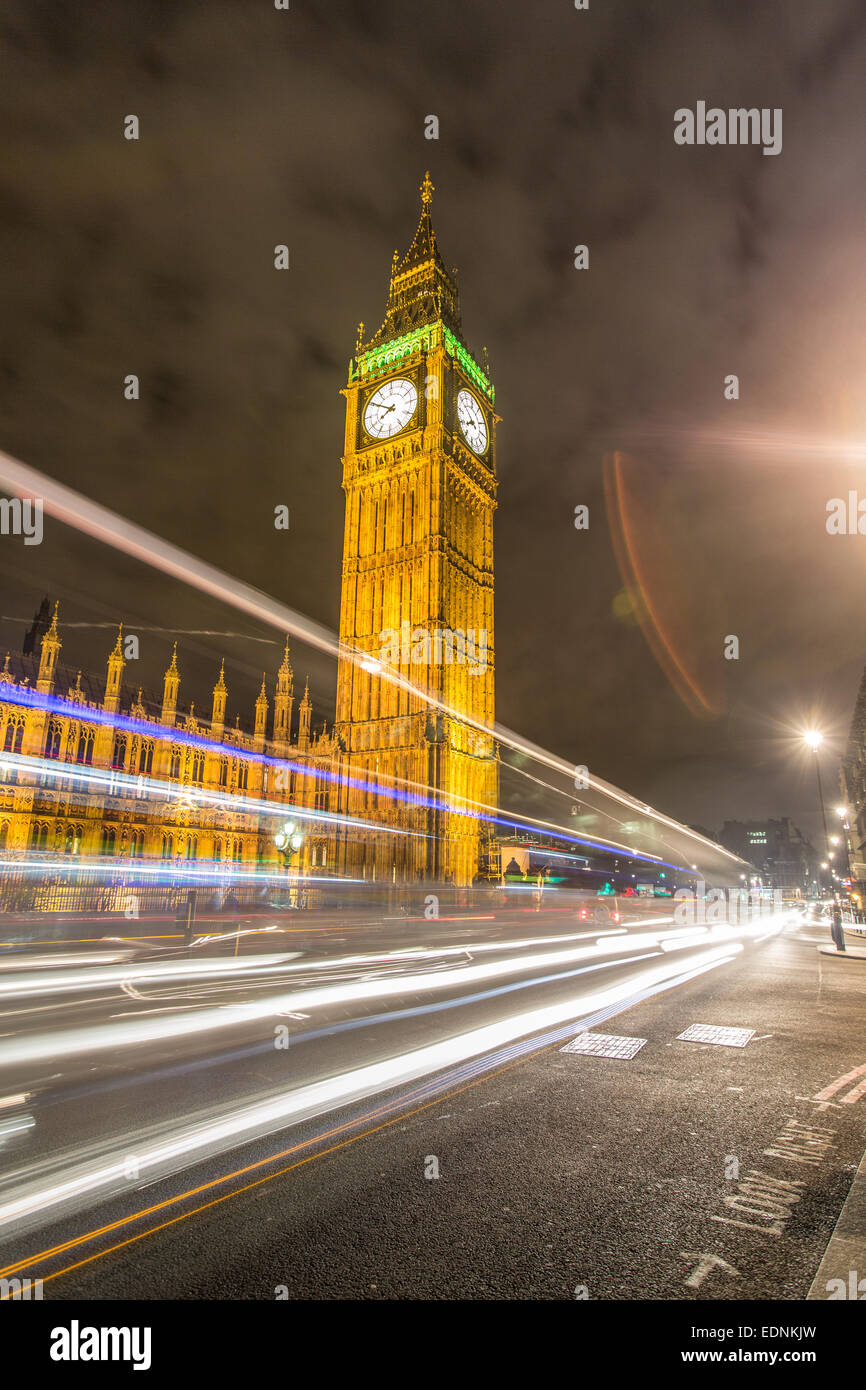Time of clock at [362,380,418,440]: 7:50
